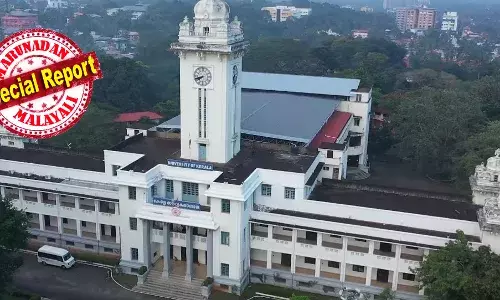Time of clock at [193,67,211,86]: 7:41
